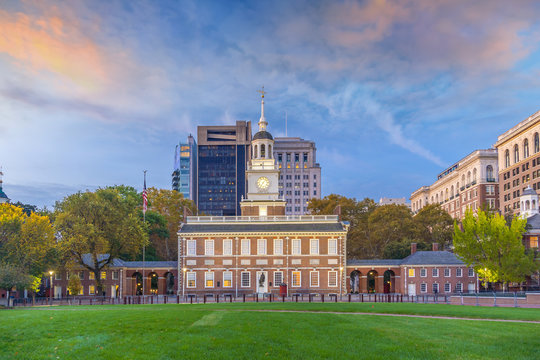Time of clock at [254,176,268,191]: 7:07
